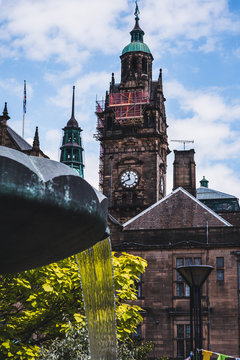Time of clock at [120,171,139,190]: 11:41
